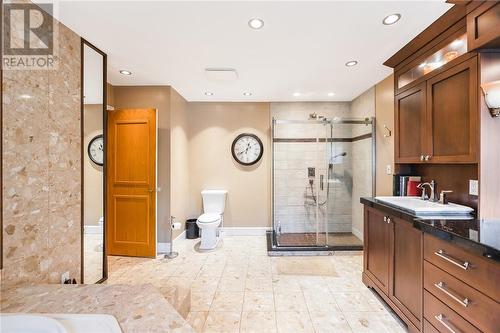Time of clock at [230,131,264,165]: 12:39
